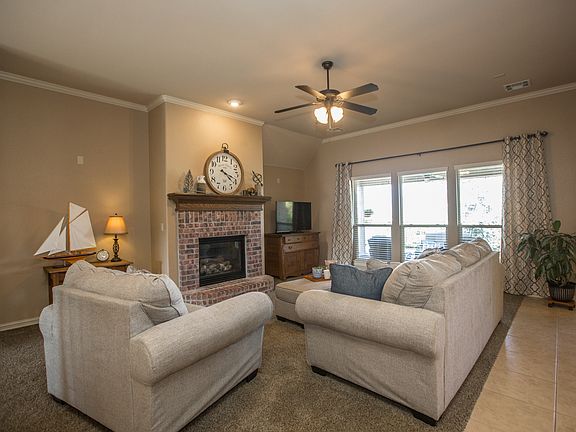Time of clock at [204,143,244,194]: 4:18
